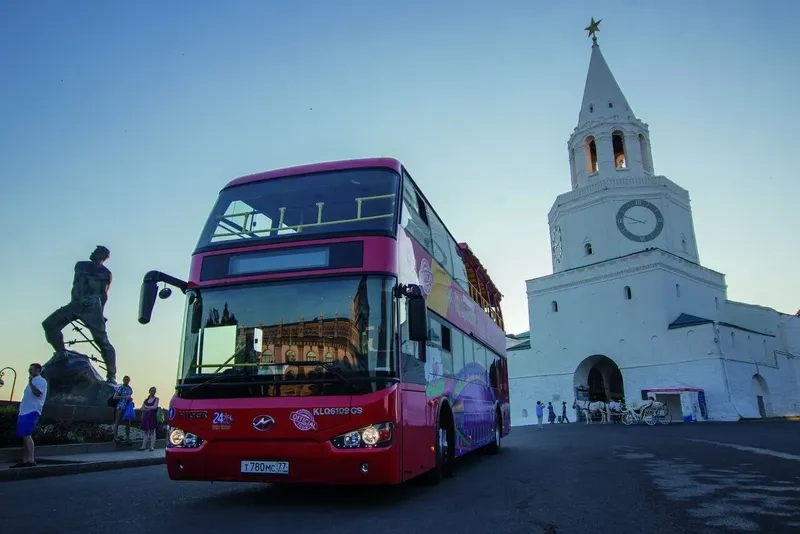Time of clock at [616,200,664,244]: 8:48
